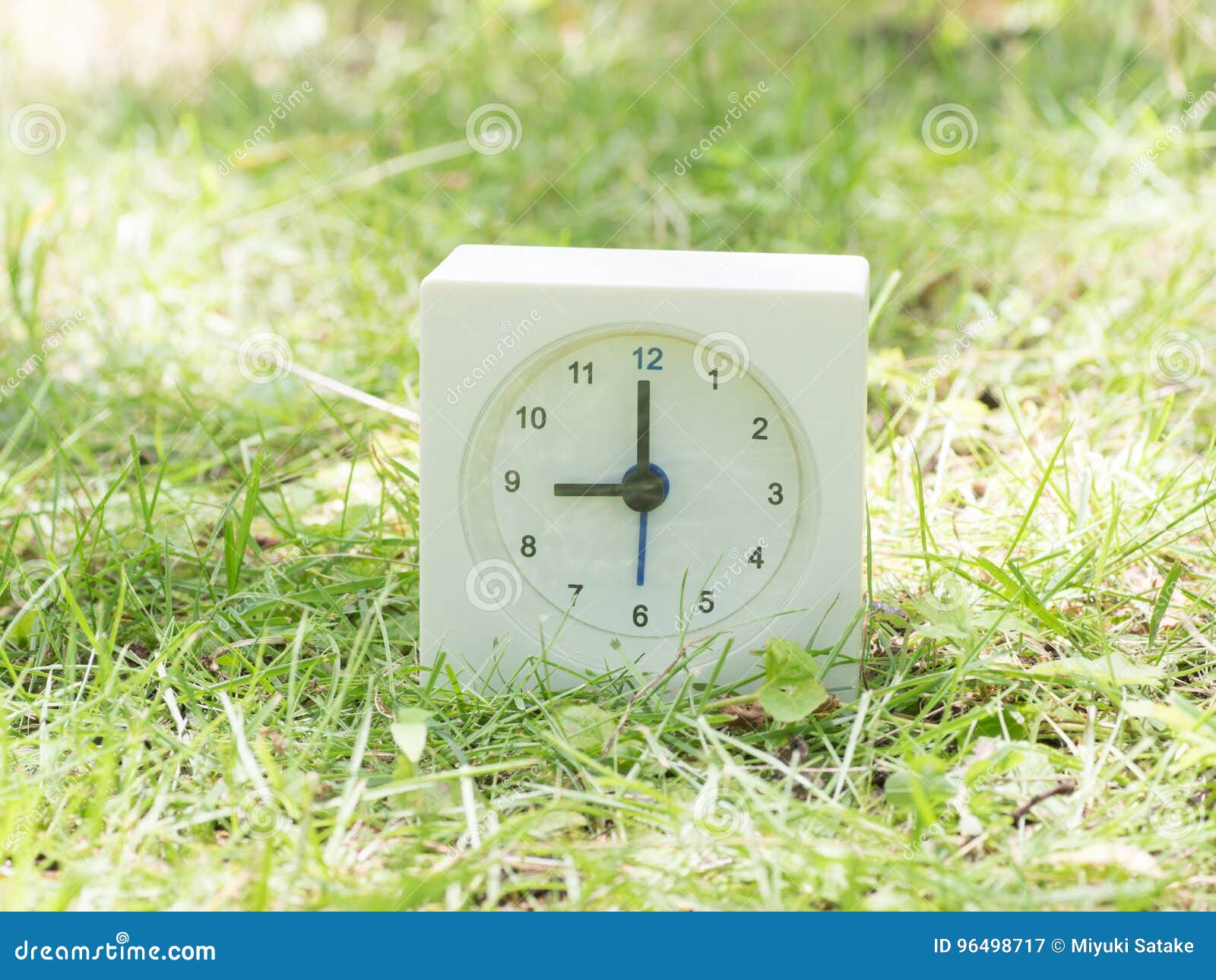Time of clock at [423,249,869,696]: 8:59
